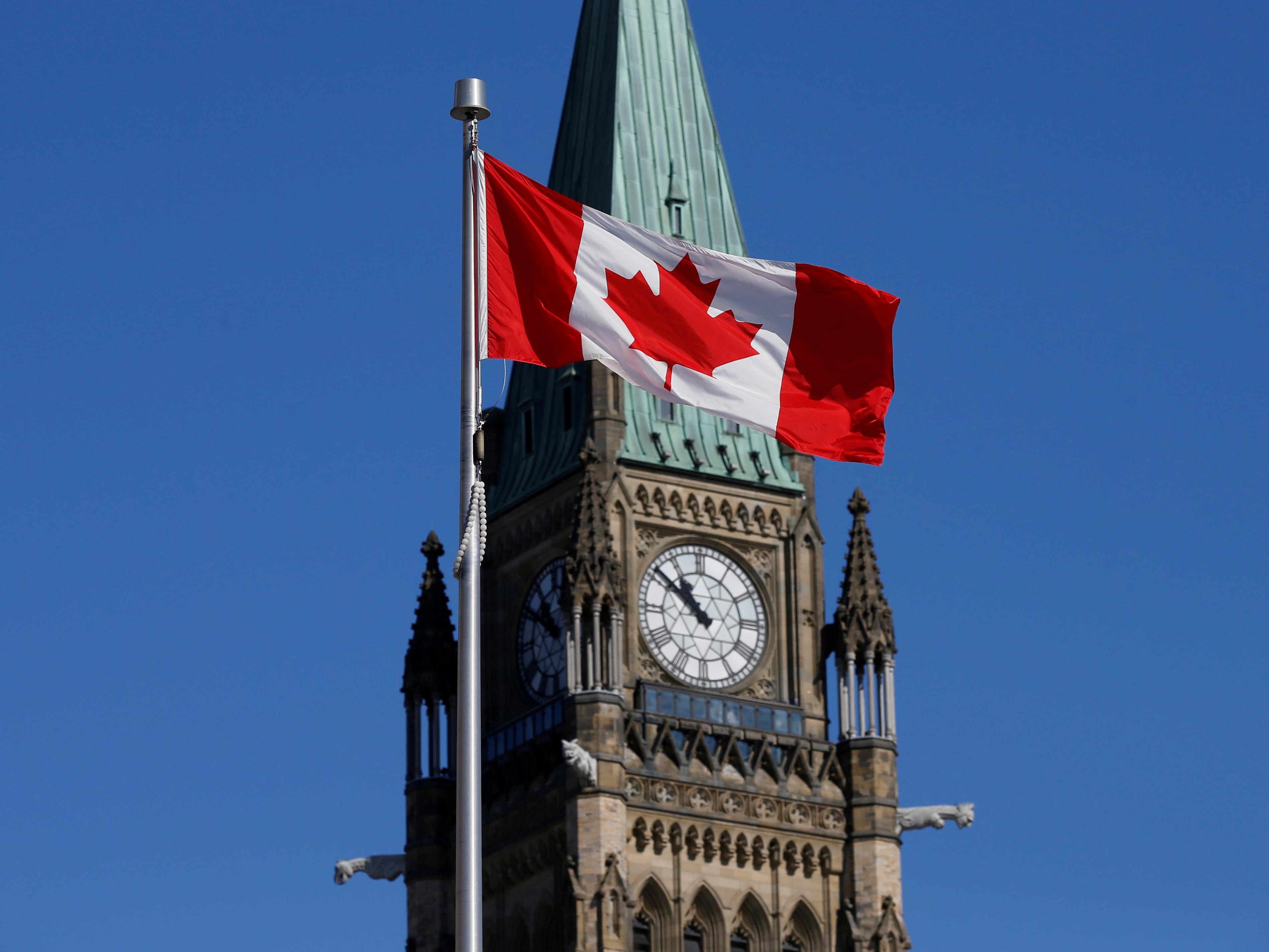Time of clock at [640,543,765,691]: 10:51
